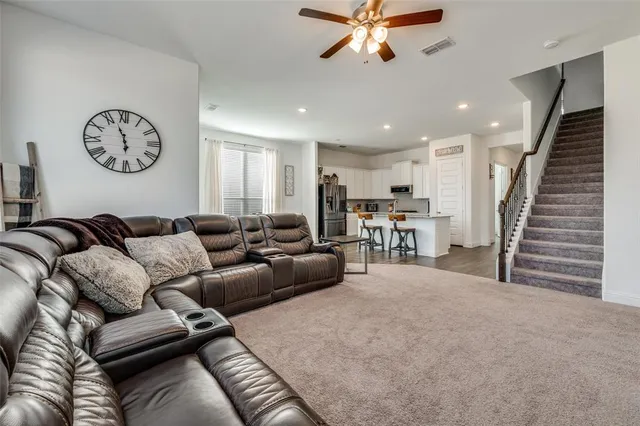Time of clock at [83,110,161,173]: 5:56
